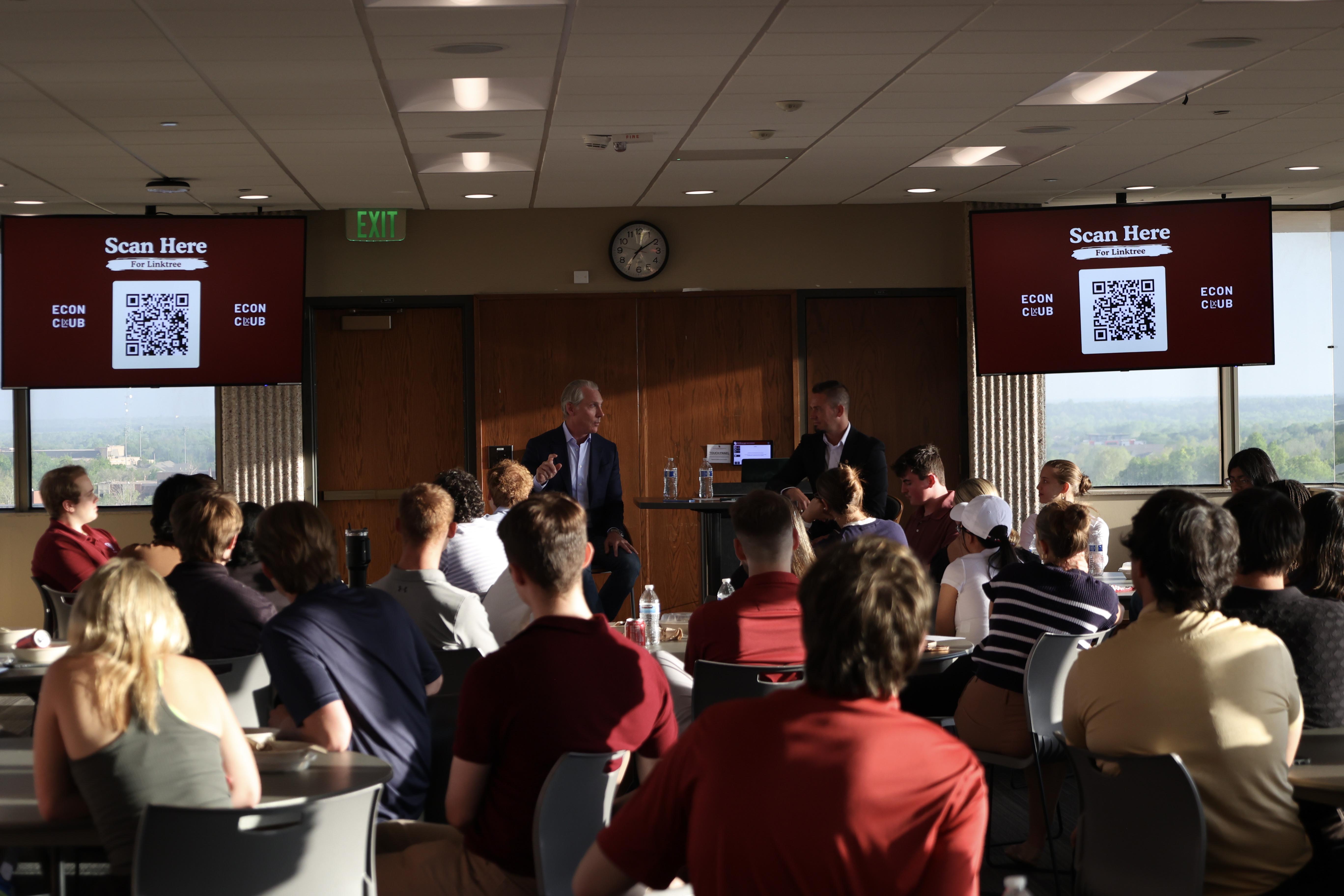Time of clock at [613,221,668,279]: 7:09
